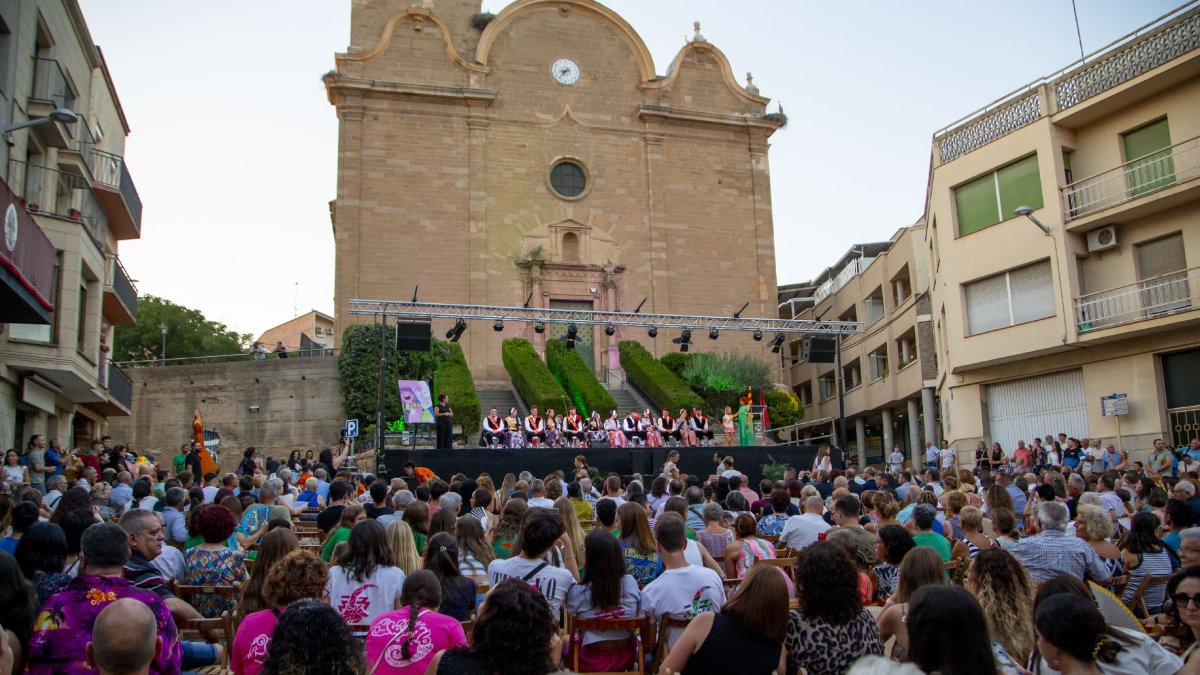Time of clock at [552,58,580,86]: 8:37
